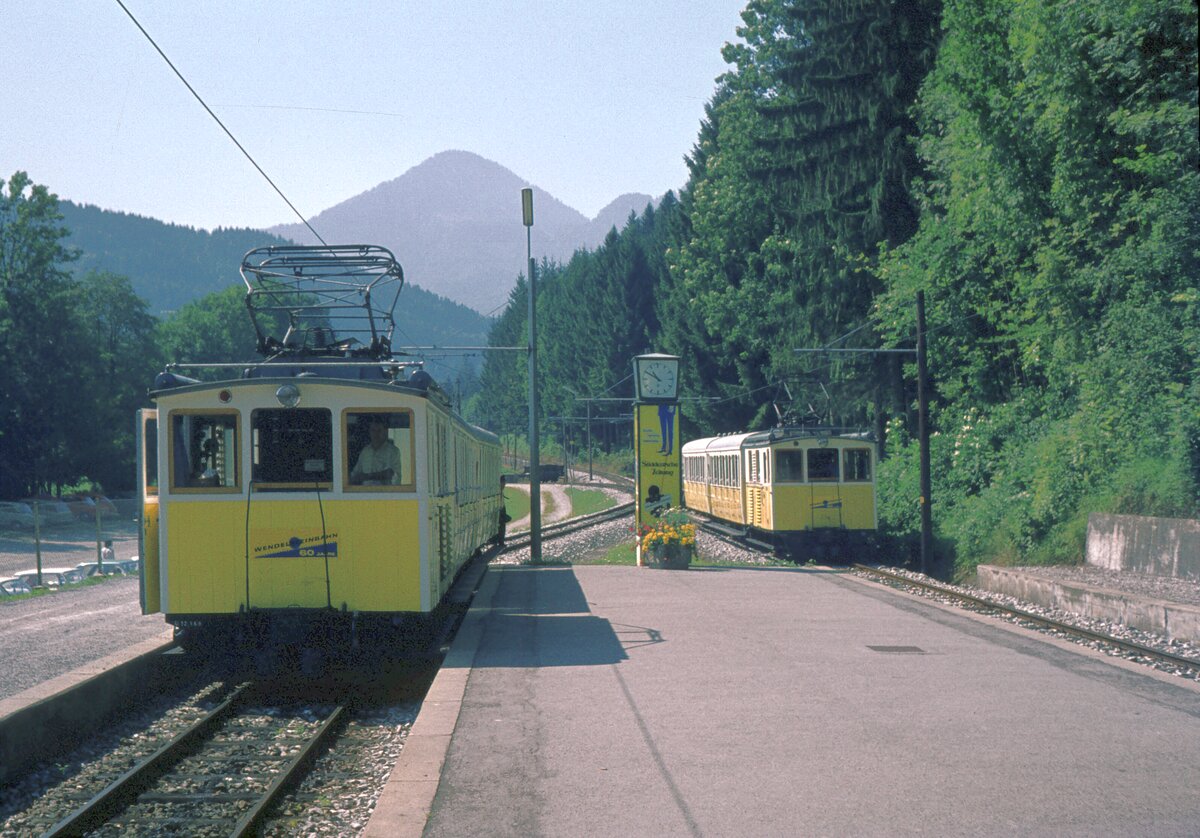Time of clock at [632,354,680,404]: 10:50
